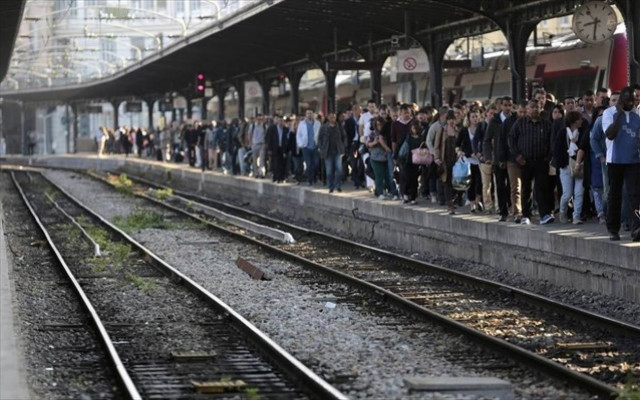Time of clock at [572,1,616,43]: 8:31
